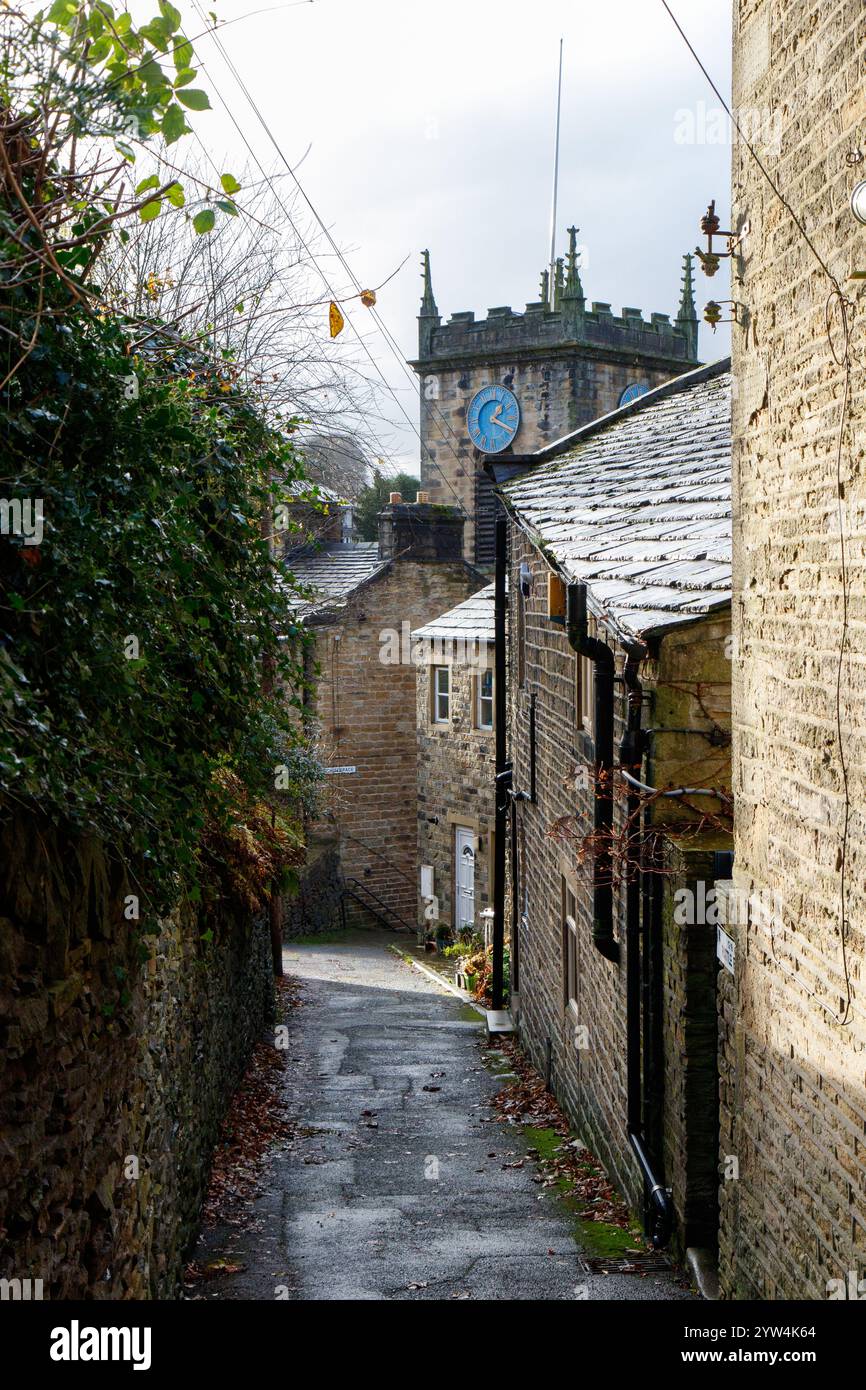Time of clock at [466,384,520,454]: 1:19
